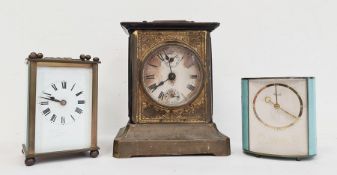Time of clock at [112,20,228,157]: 11:40
